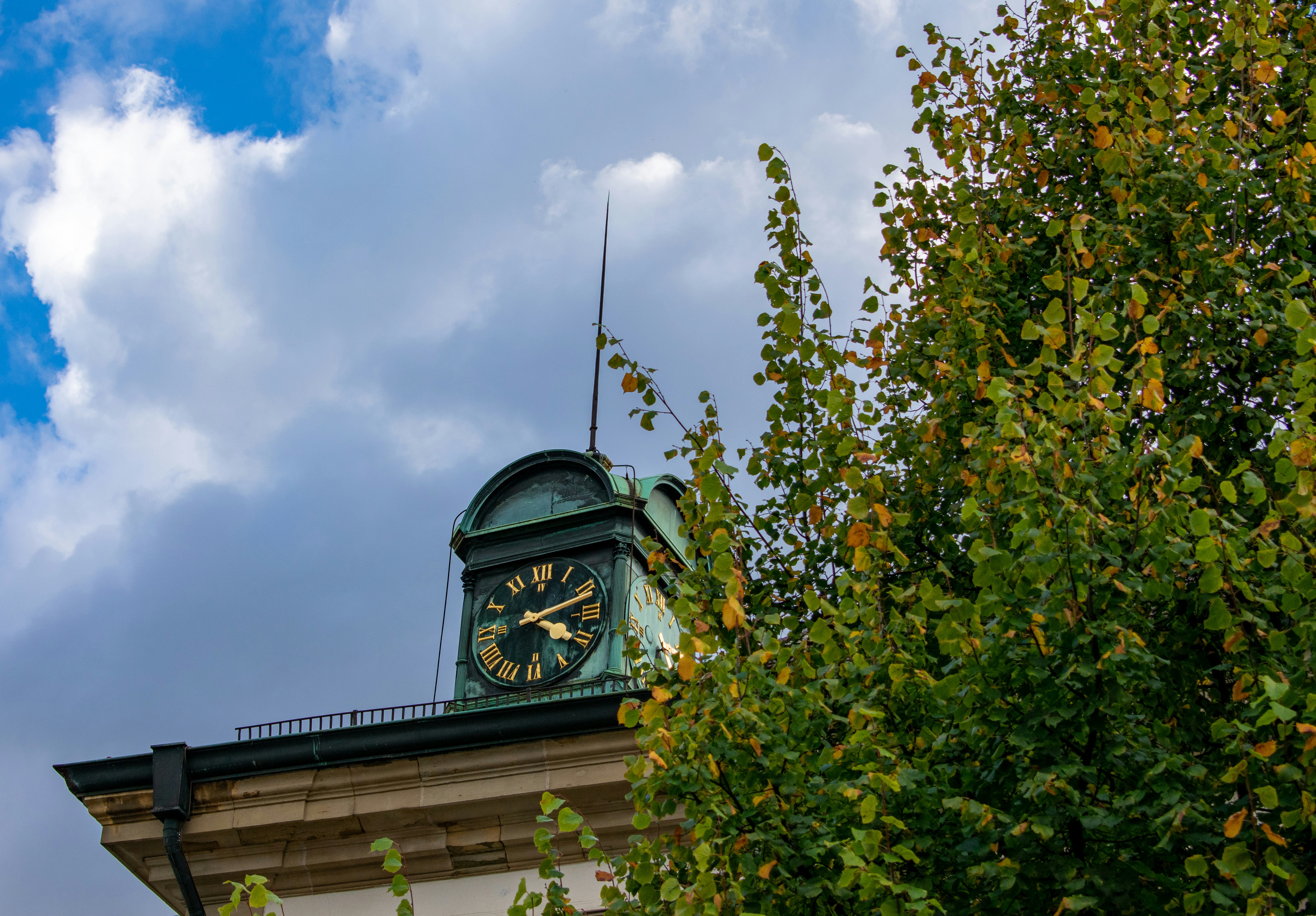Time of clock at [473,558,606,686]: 4:11
